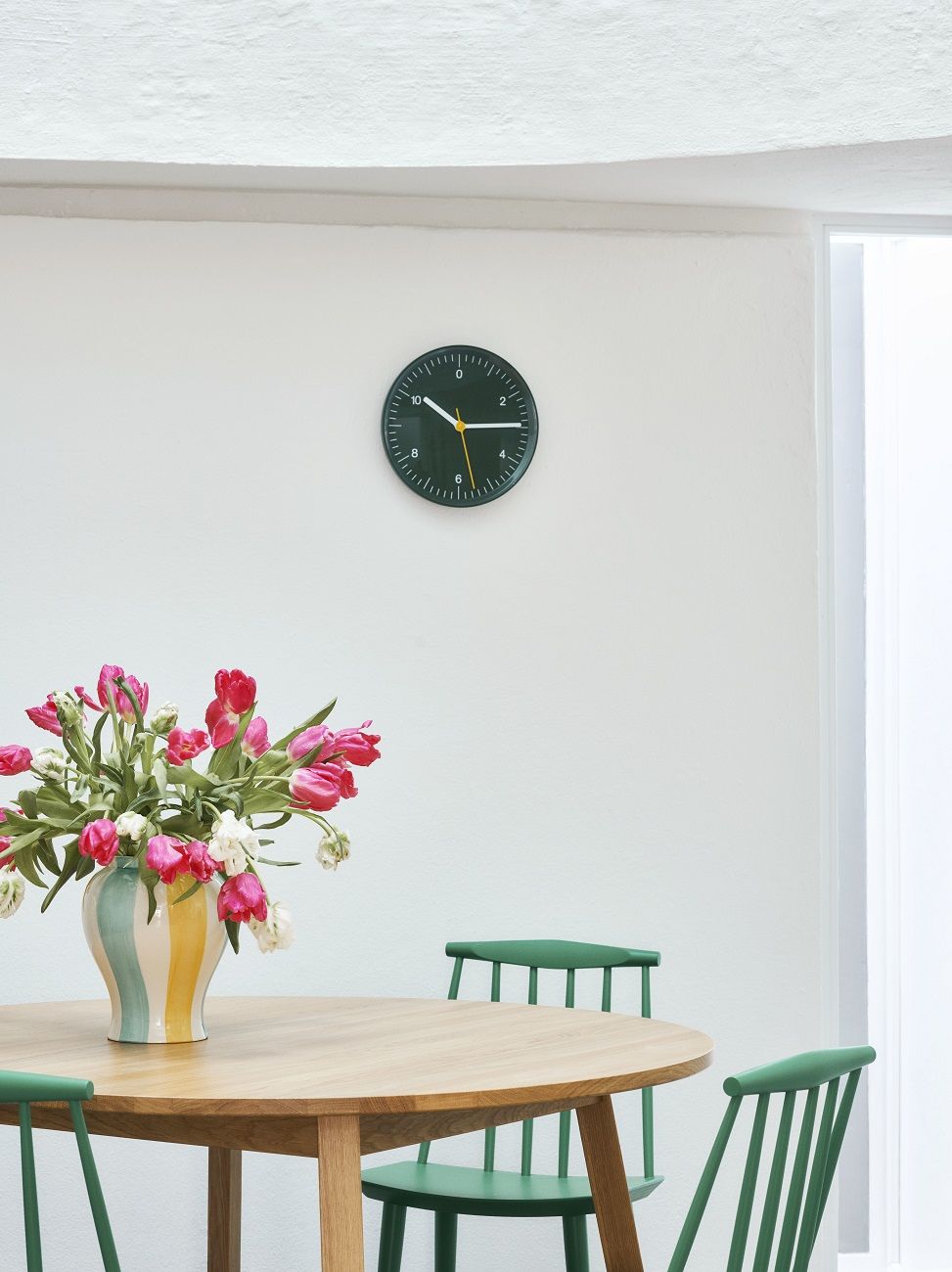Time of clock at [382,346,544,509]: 10:14
